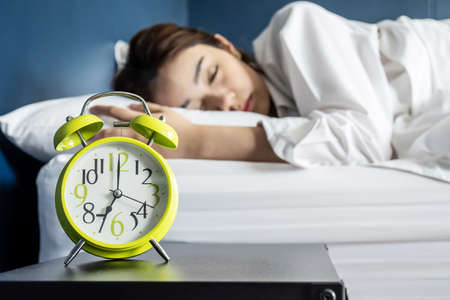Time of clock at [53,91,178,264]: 7:00
